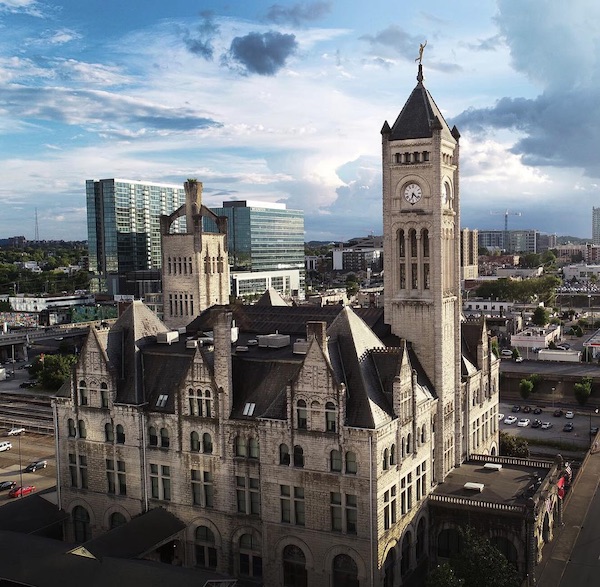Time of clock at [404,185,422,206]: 6:22
